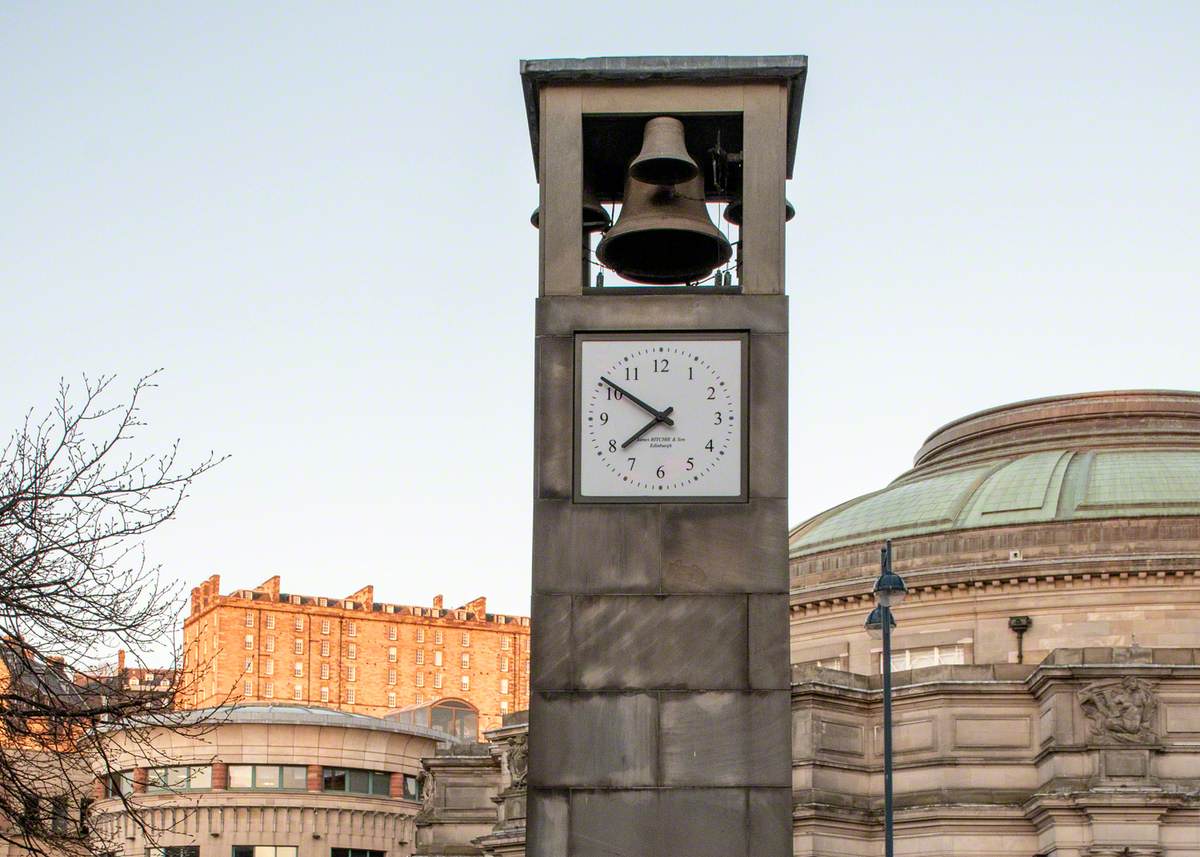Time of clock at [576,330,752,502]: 7:50
